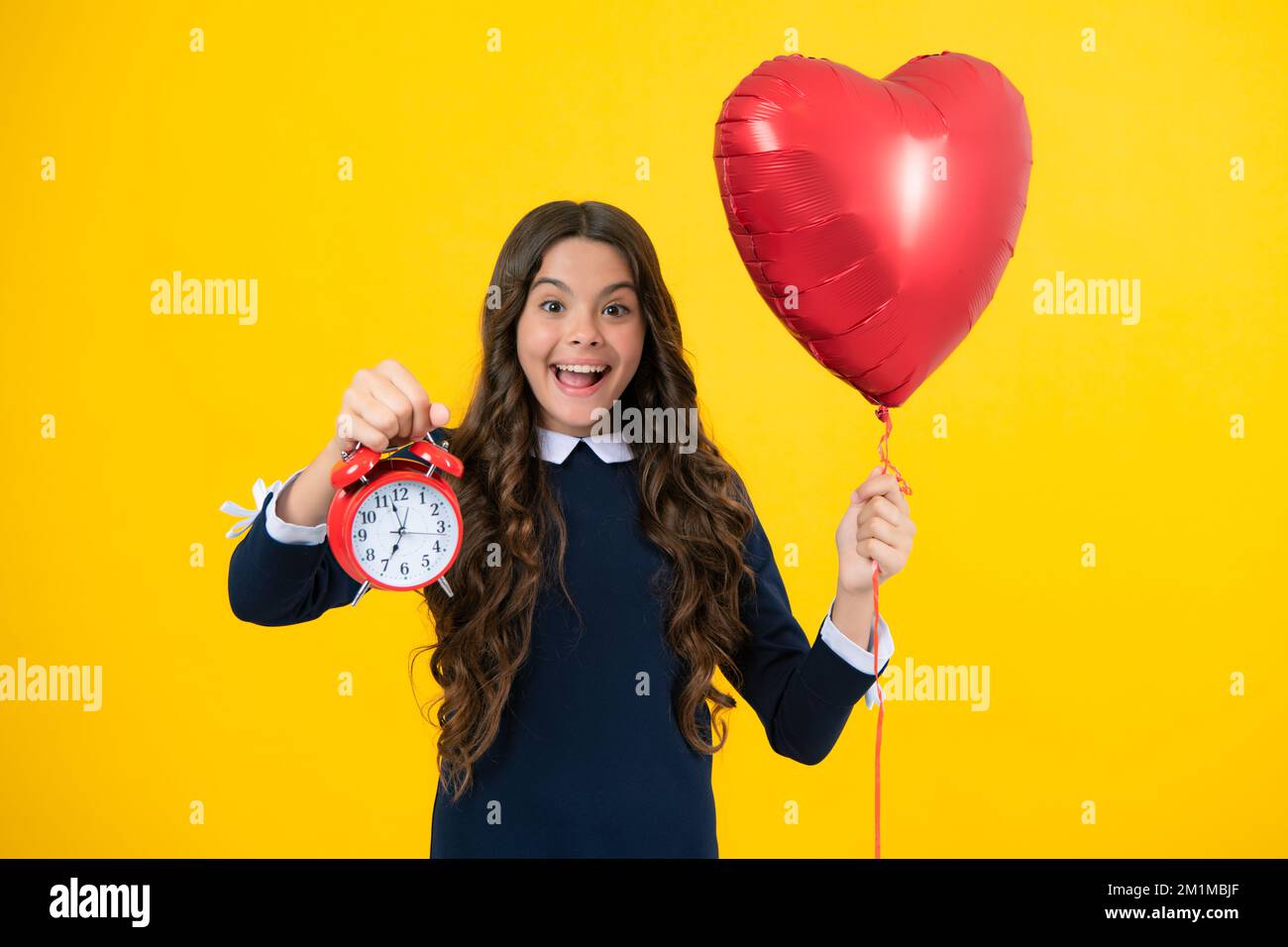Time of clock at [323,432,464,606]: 6:57
